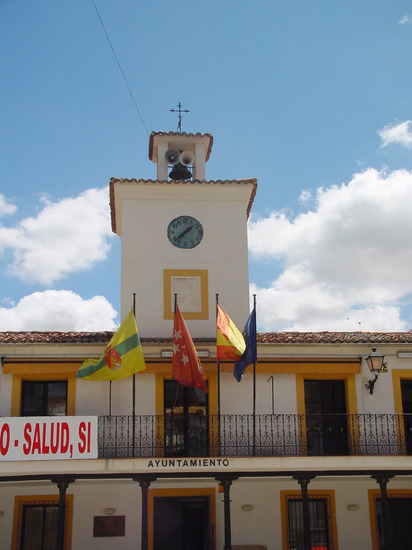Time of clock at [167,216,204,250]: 1:37
